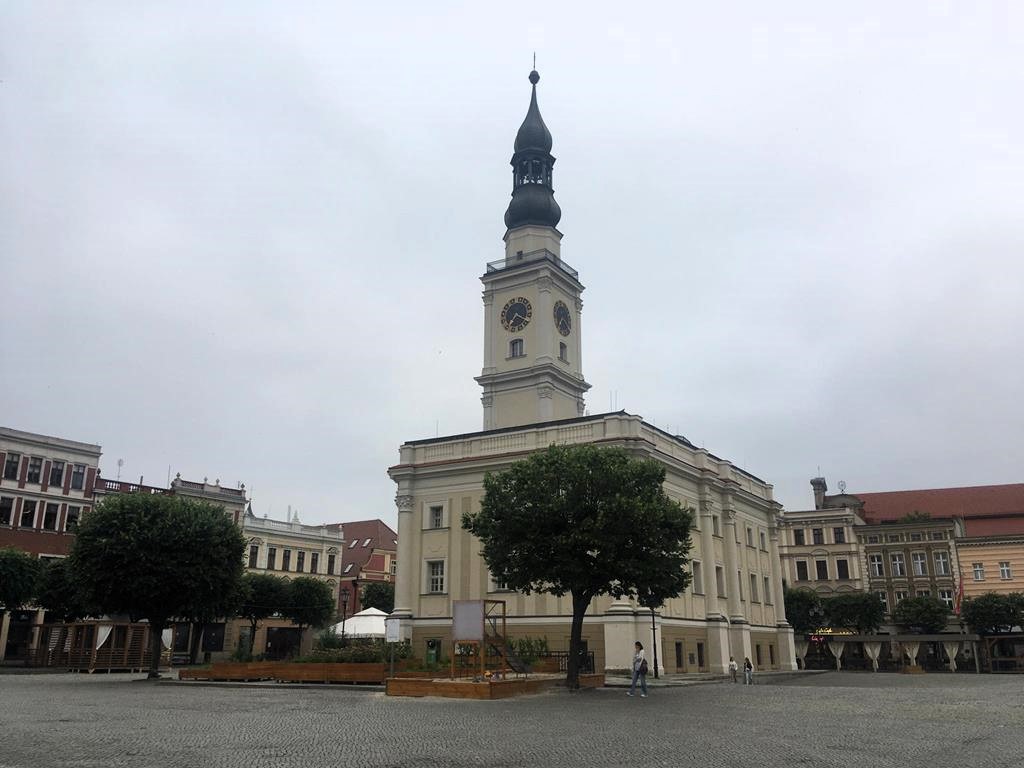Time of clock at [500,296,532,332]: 7:19
